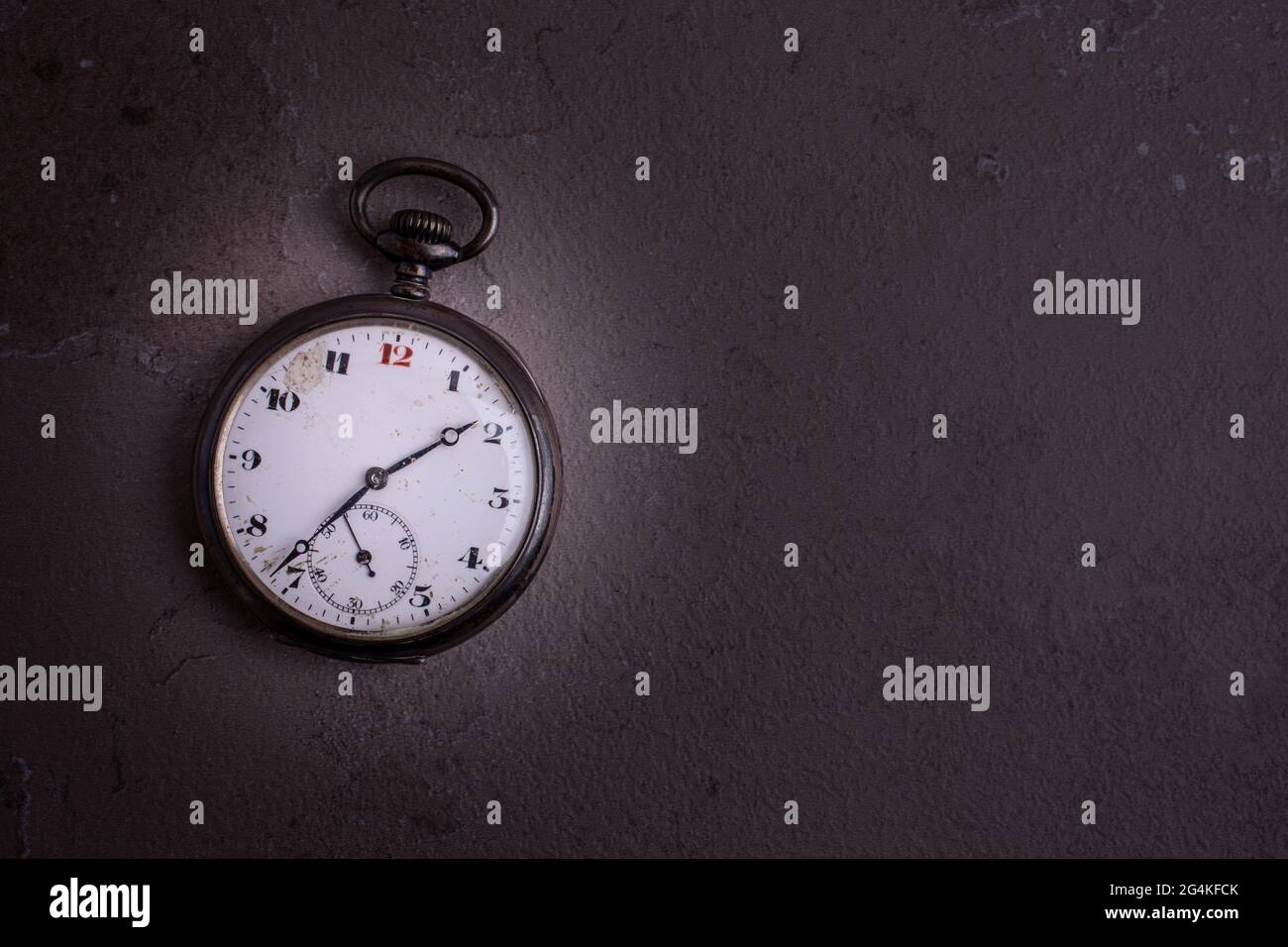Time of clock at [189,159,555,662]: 1:36
